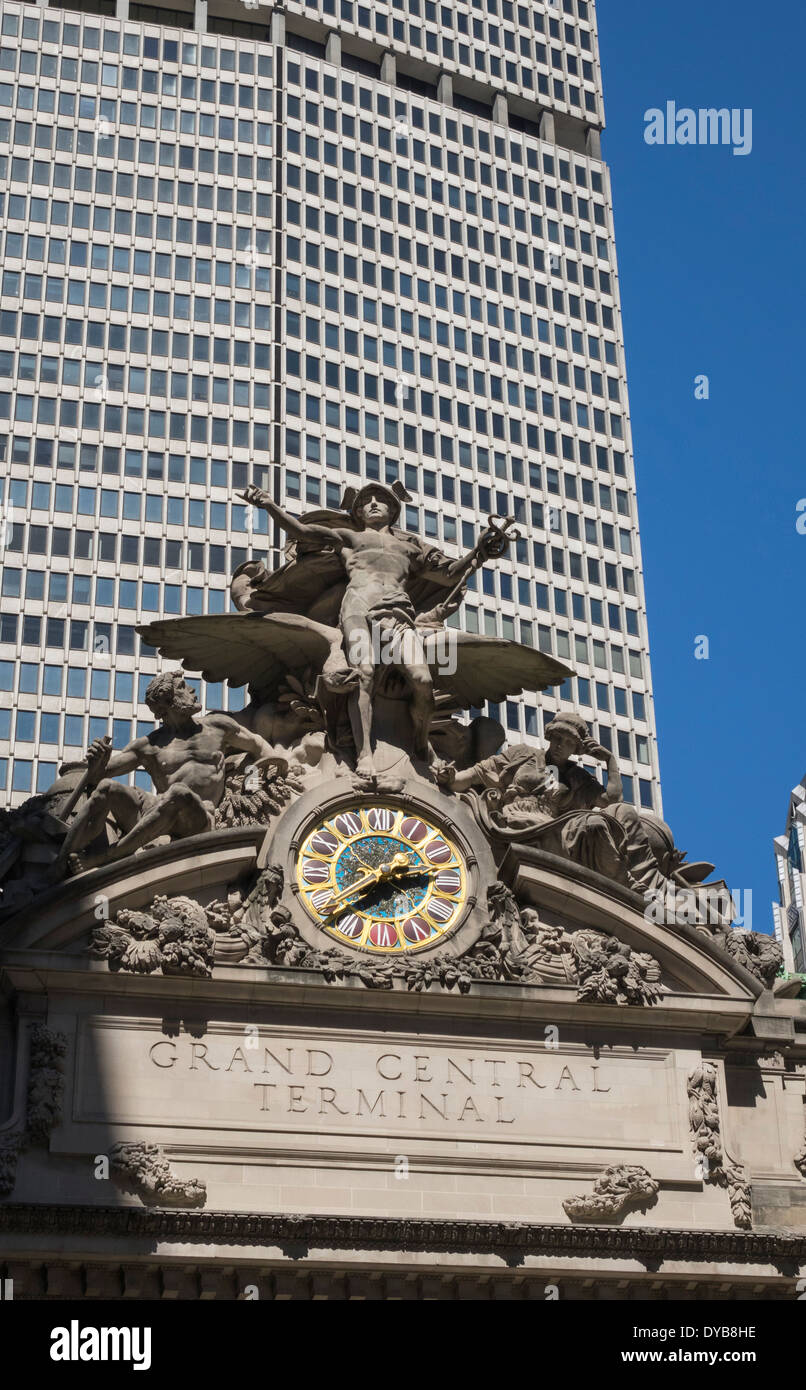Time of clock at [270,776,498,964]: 2:38
